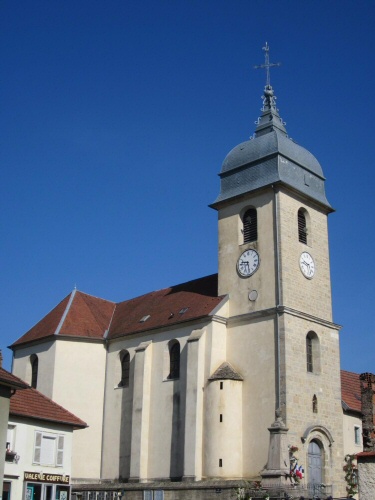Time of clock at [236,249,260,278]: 9:28
